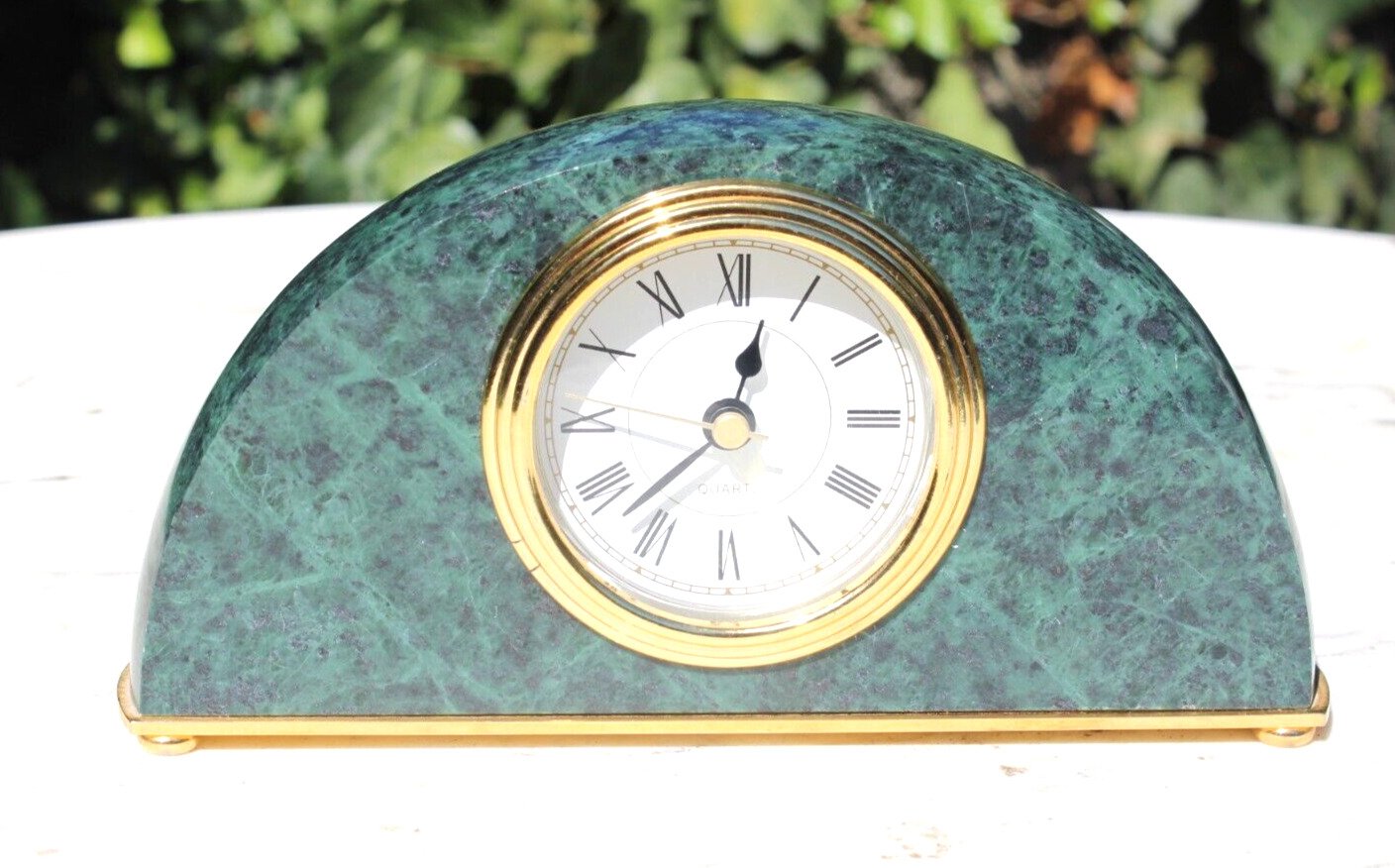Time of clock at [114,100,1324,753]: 12:37
